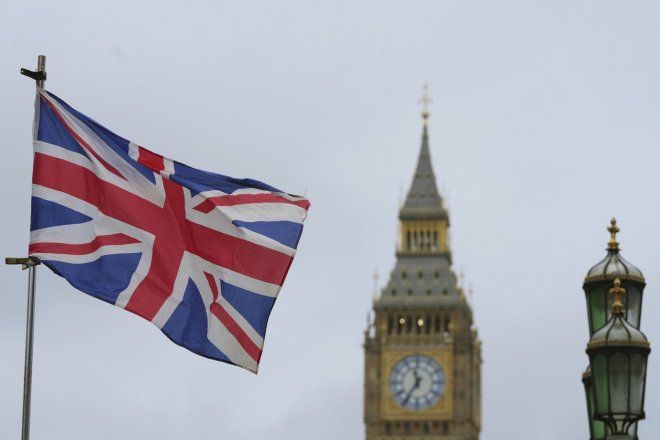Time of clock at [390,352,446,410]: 11:35
